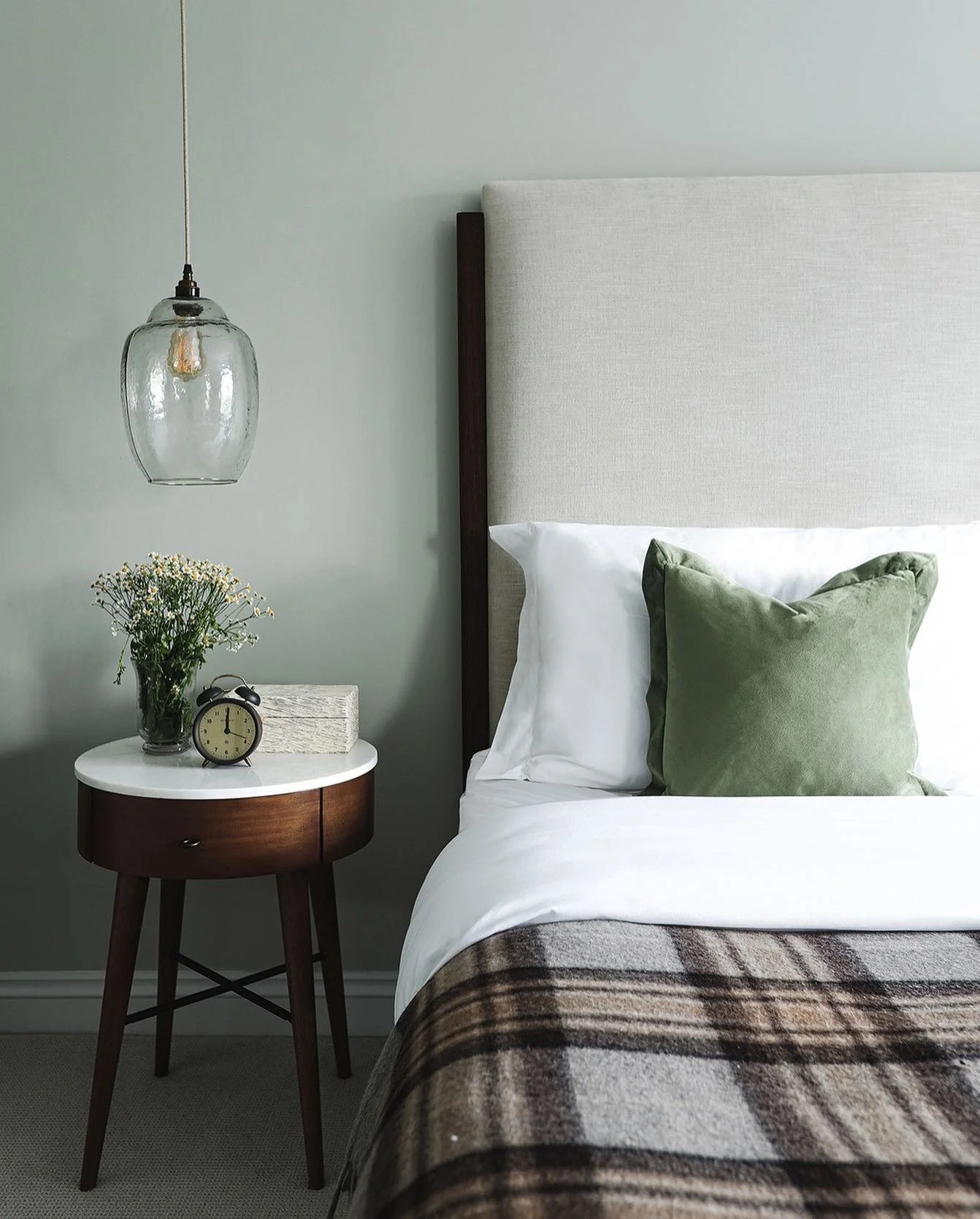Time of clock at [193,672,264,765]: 12:00
